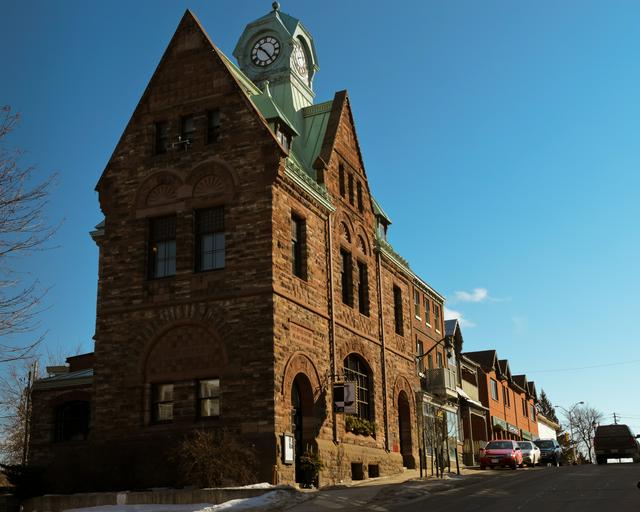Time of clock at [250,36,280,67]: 10:24
